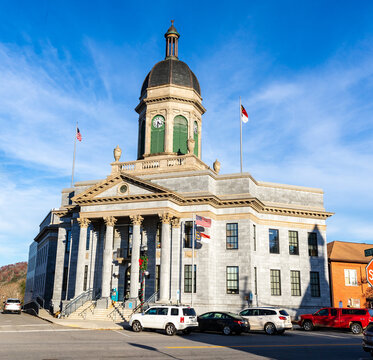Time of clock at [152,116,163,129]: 4:31
